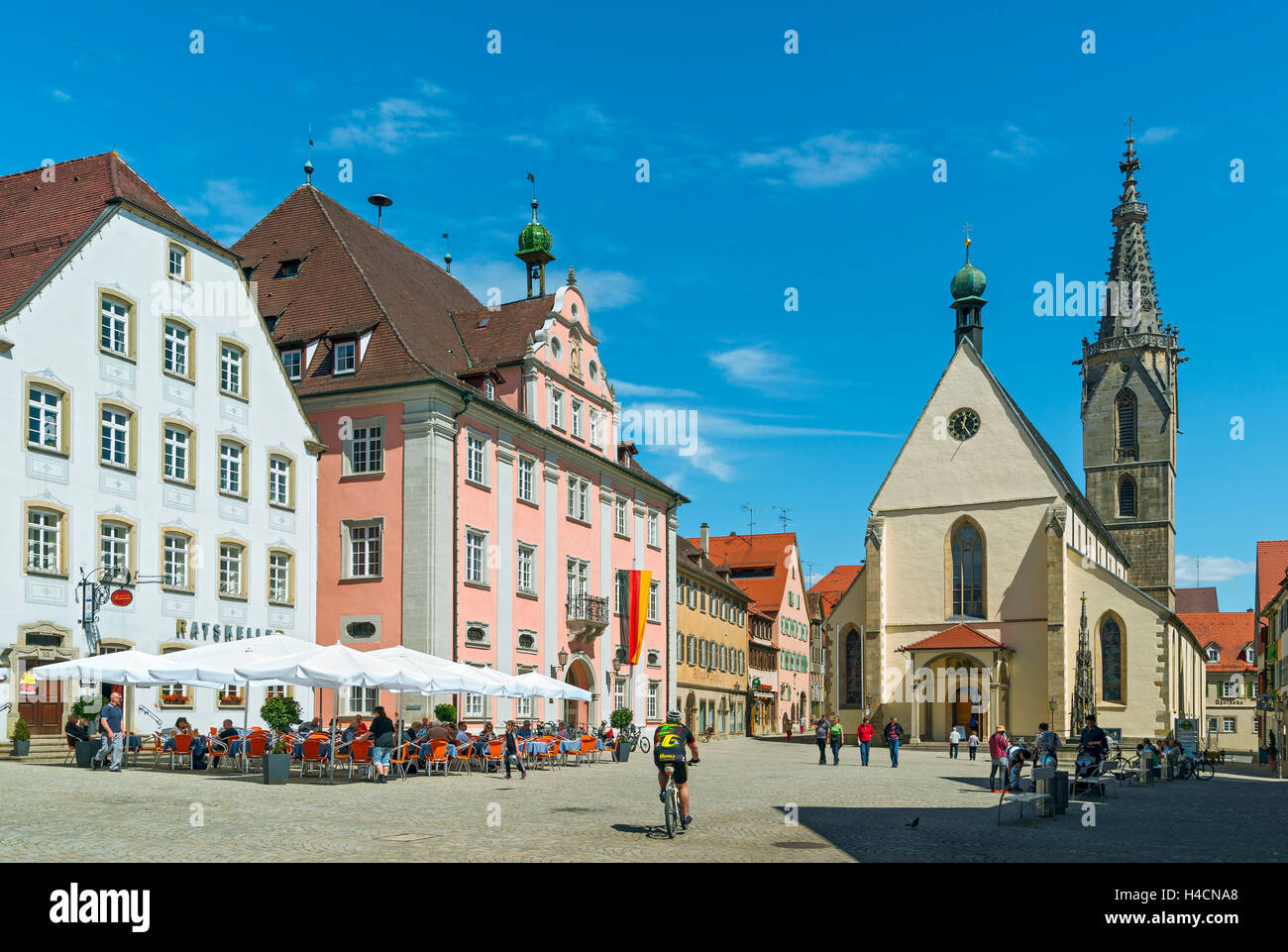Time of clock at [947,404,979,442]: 12:24
